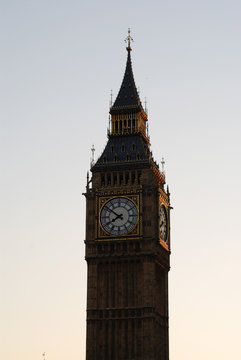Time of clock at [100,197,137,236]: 7:51
